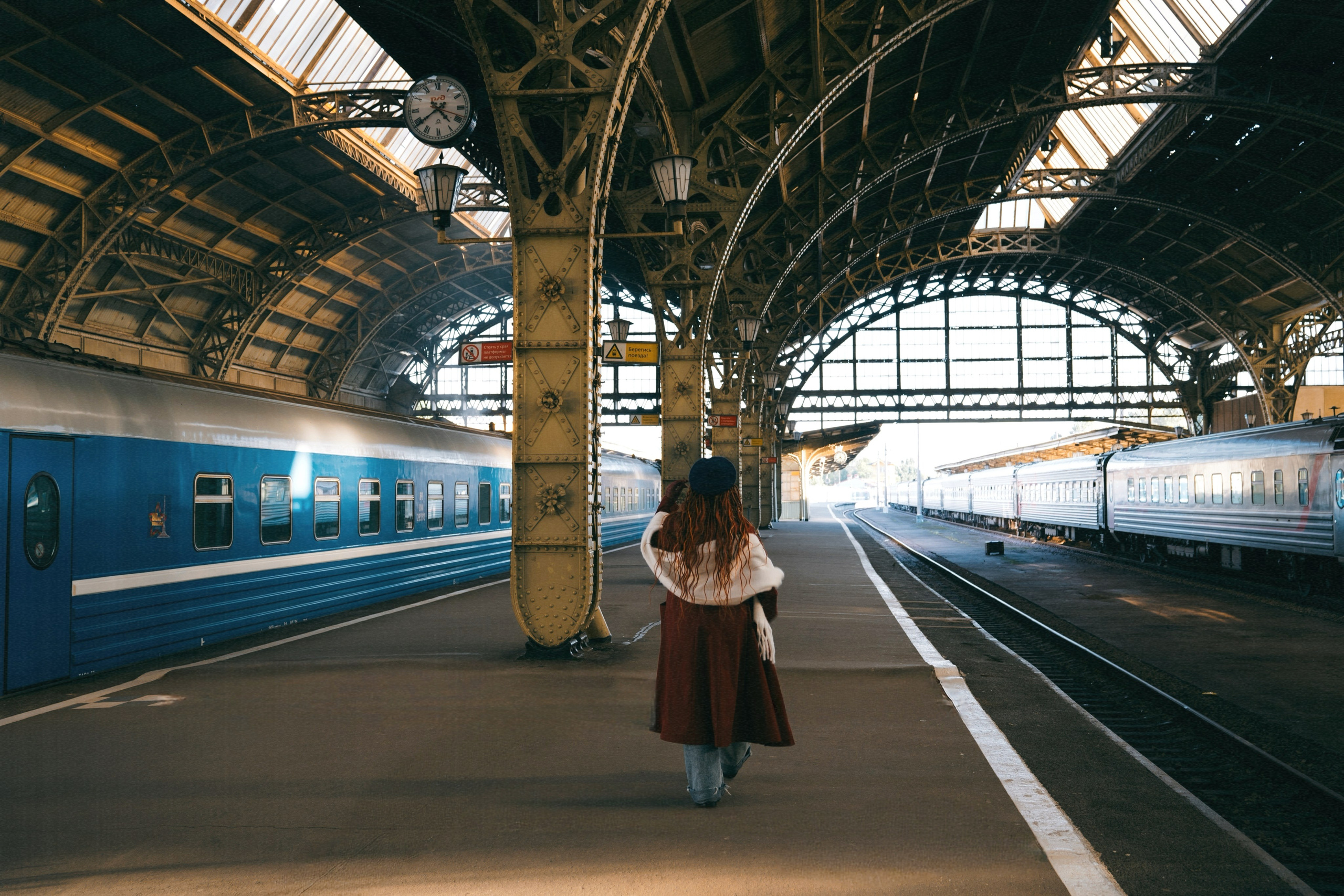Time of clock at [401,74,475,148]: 4:39
